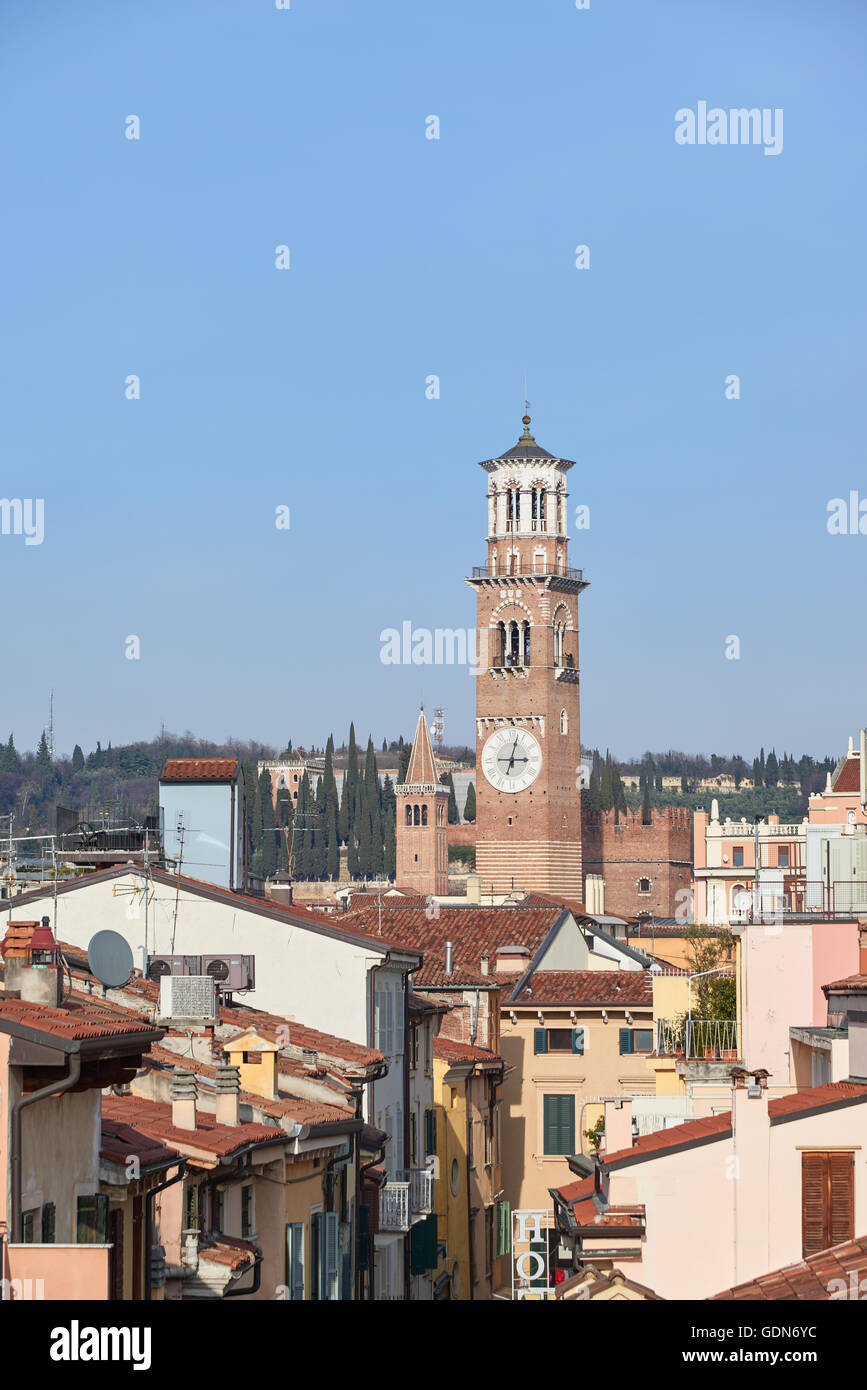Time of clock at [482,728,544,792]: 3:02
